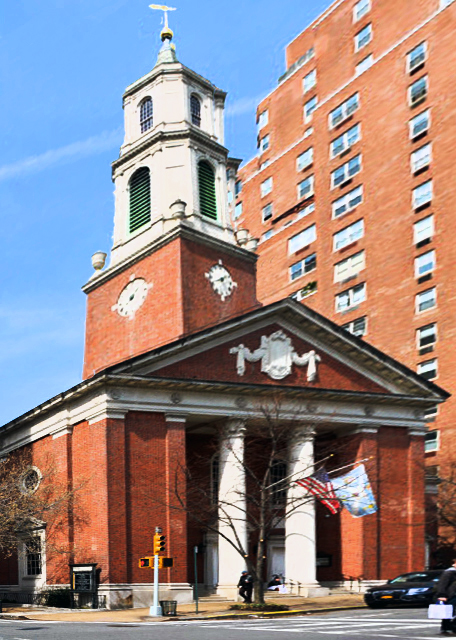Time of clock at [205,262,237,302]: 1:41
